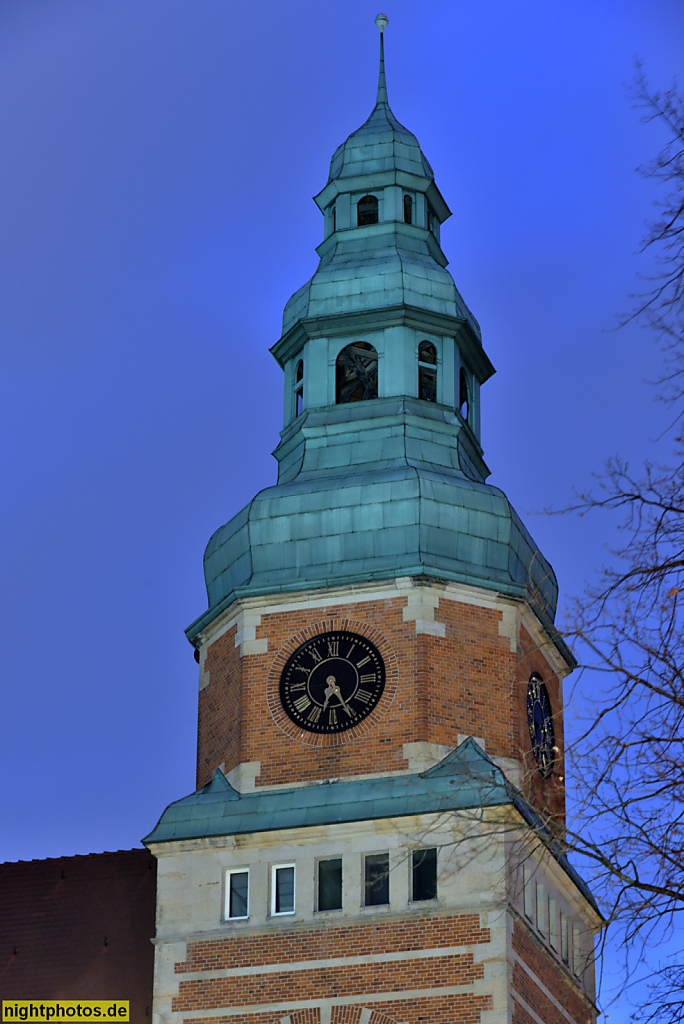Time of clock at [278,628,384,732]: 6:25
